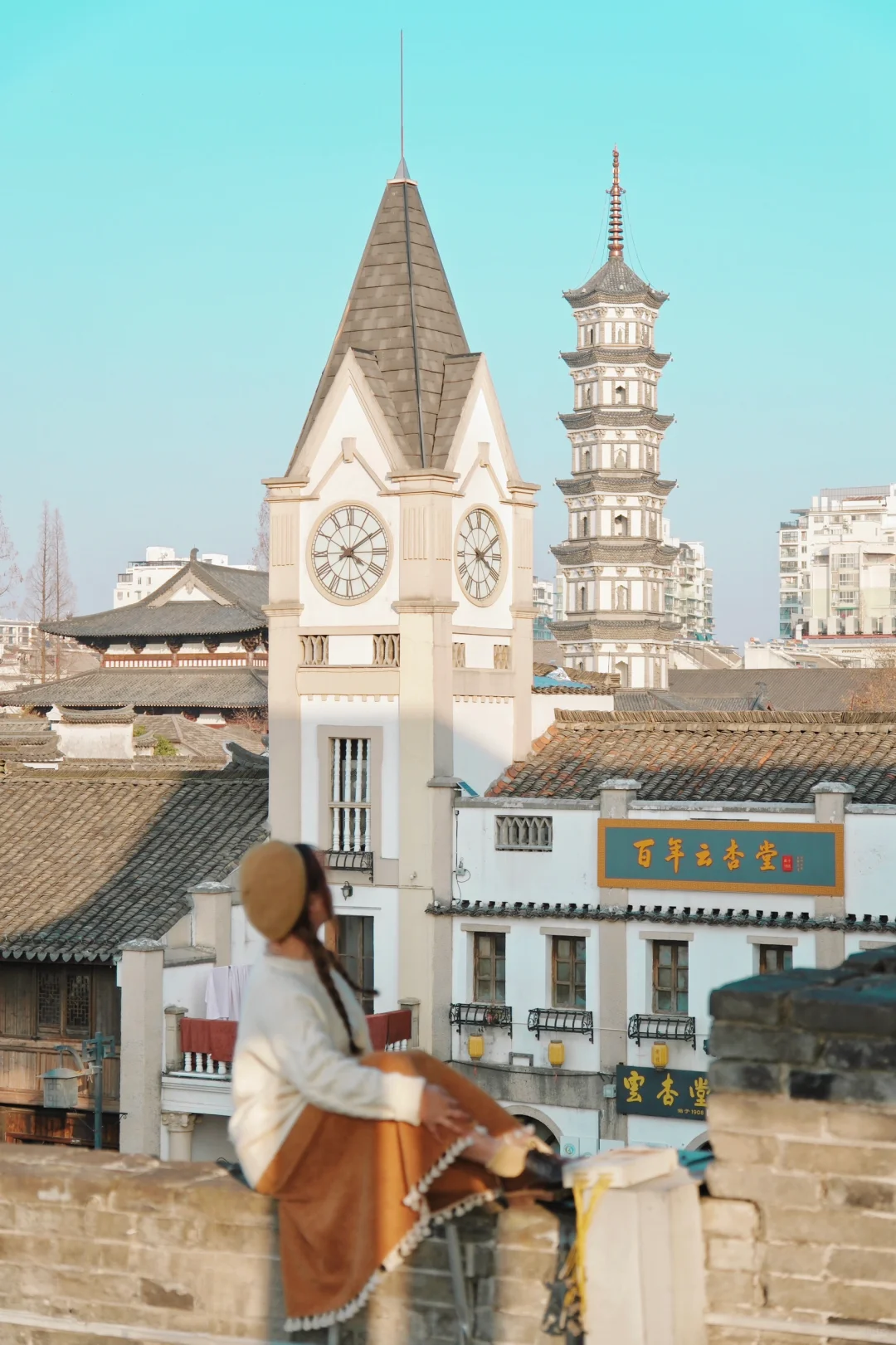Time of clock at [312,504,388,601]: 4:09
